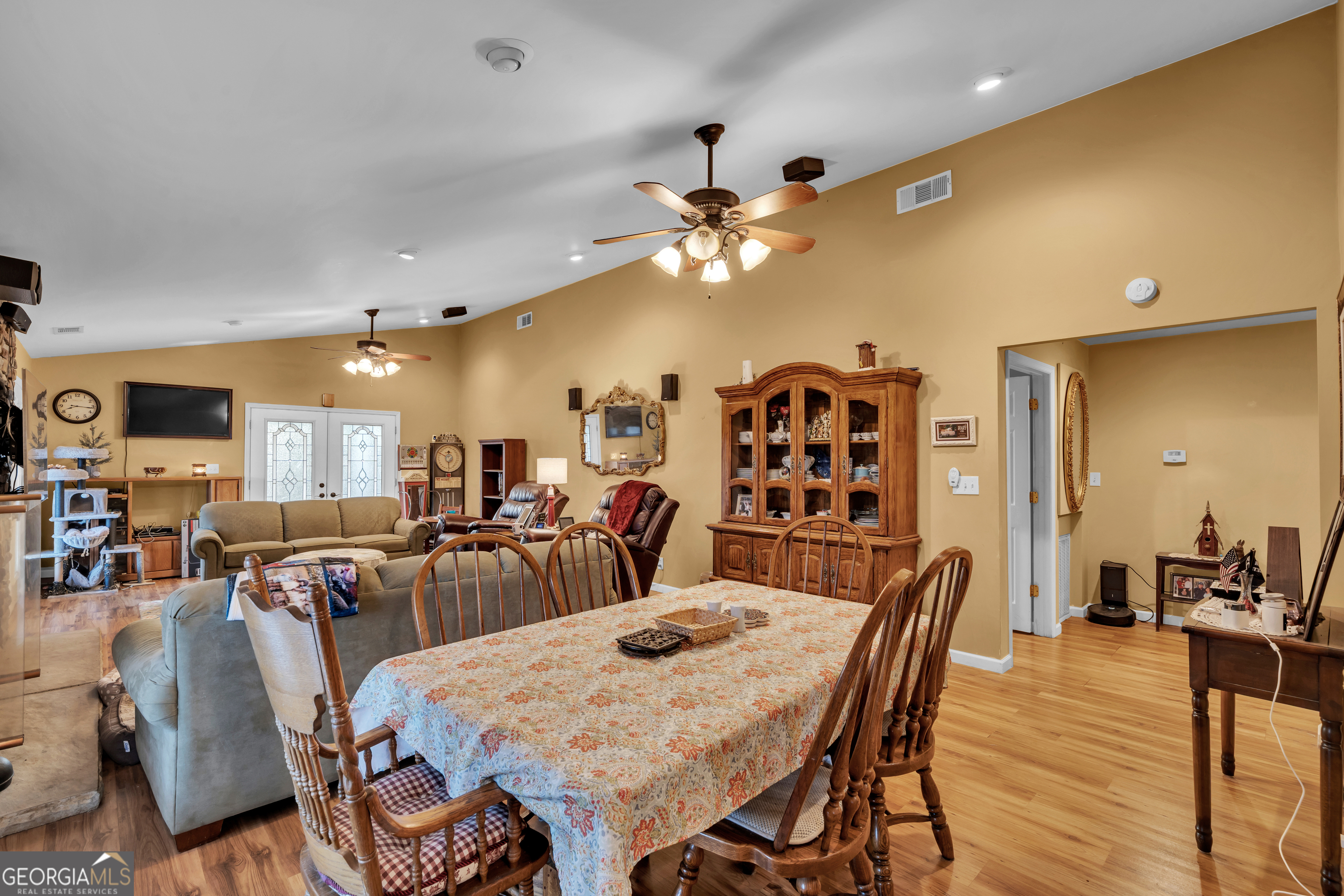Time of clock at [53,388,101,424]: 8:16
